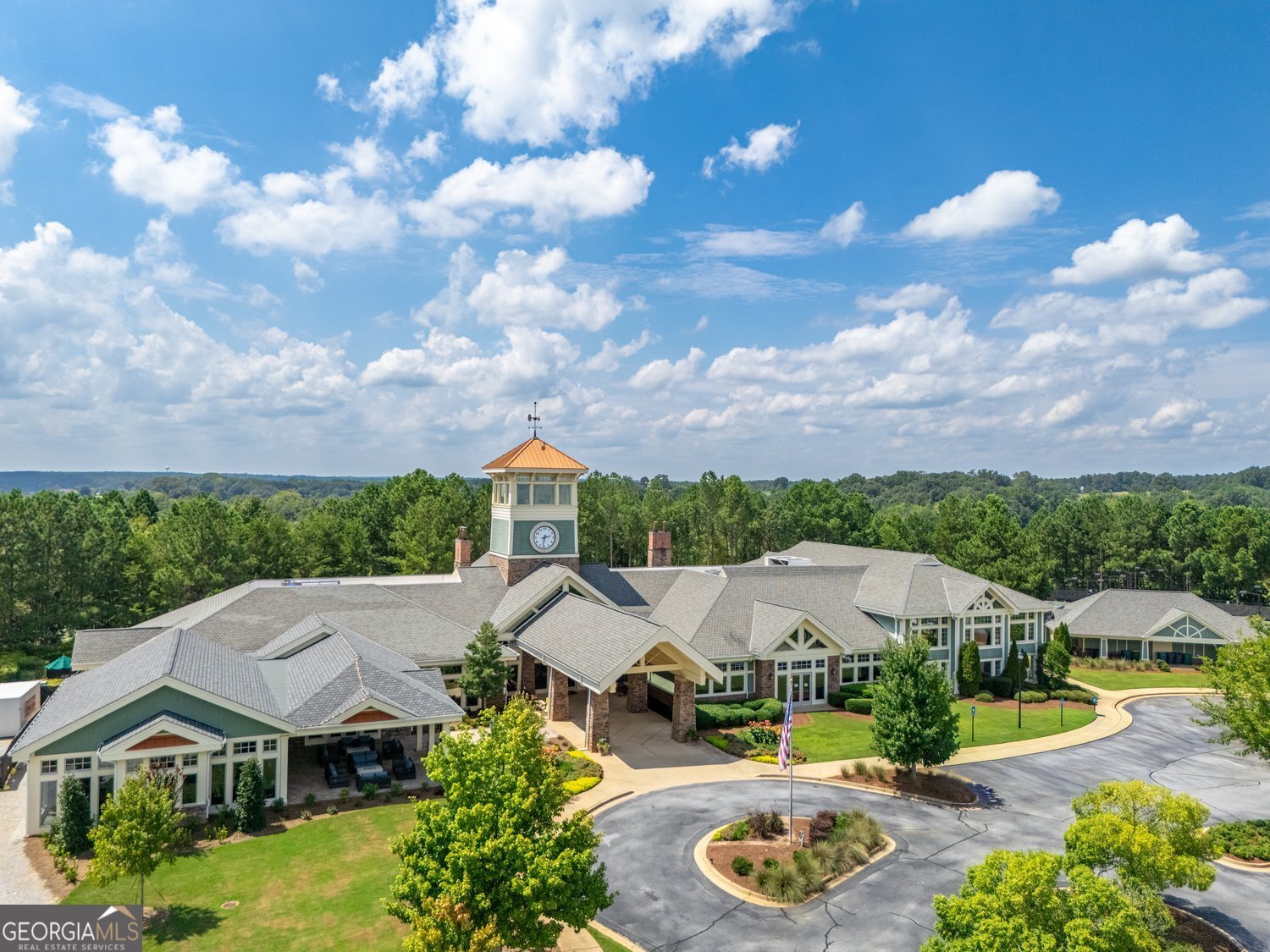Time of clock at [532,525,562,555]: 2:31
